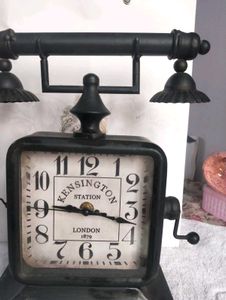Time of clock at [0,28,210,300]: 9:17
